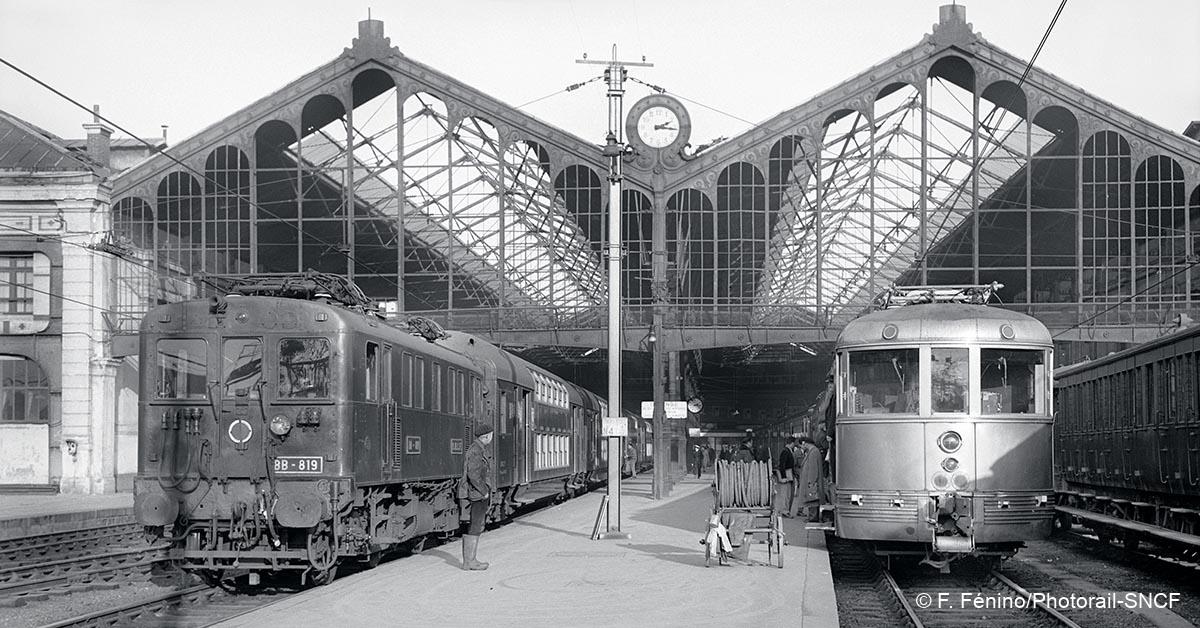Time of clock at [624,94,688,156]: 2:16
